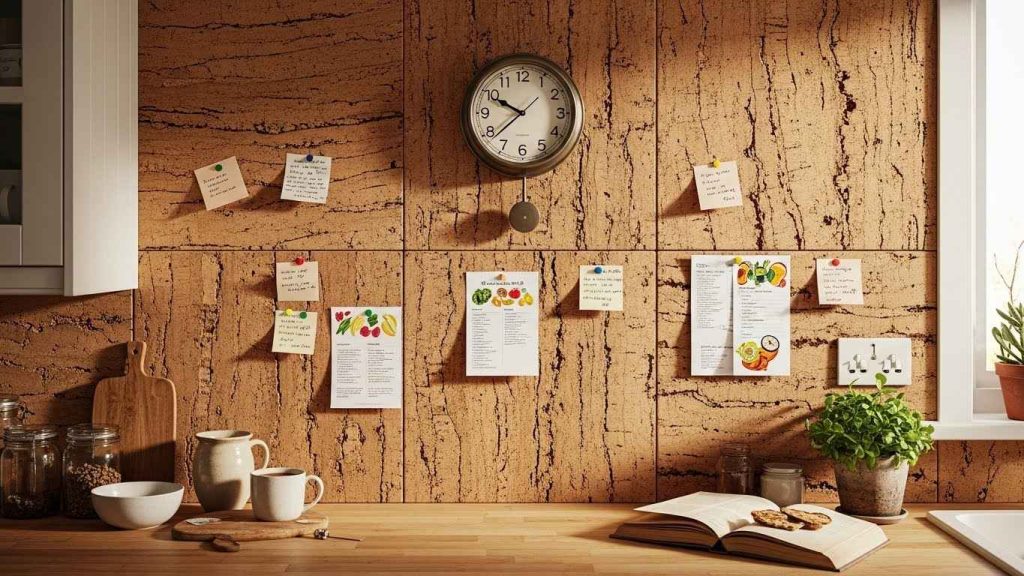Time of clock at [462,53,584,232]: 9:50
